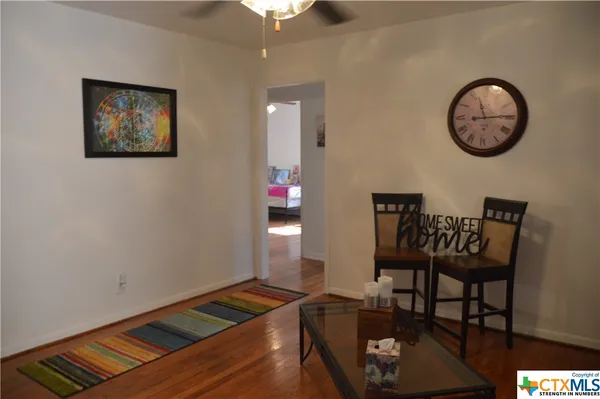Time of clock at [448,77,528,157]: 11:14
